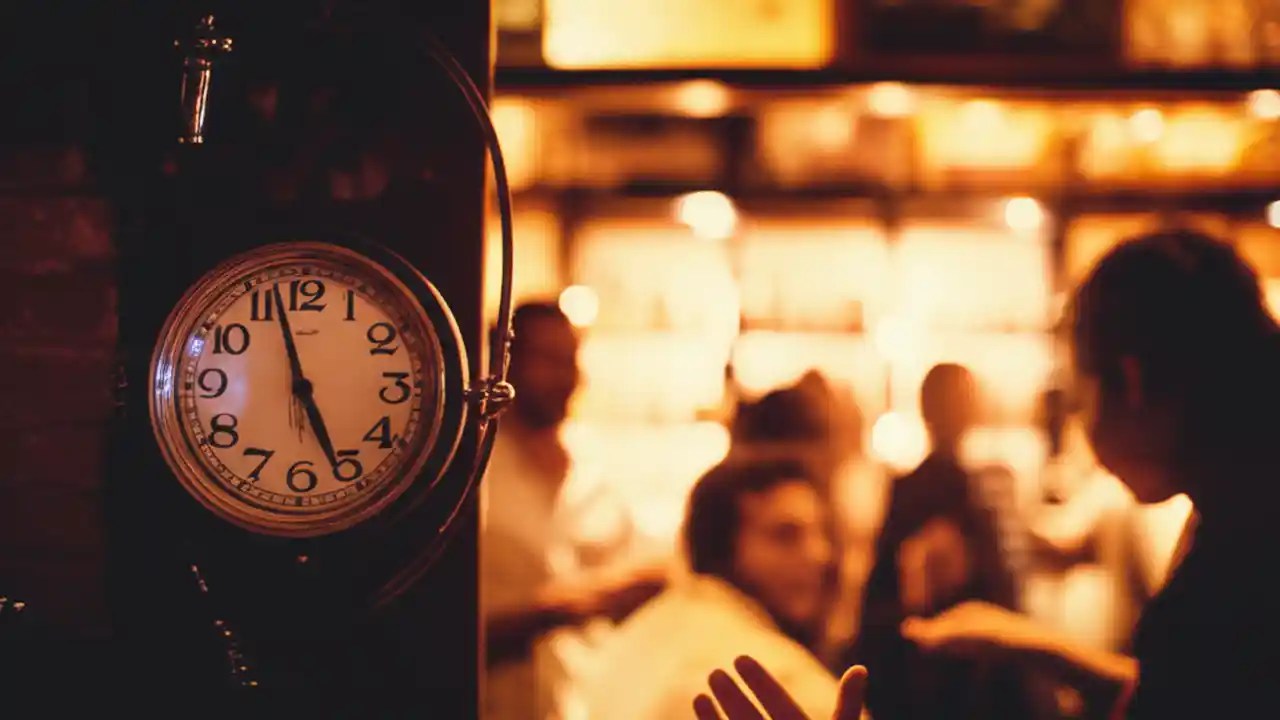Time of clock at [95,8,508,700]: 4:57
